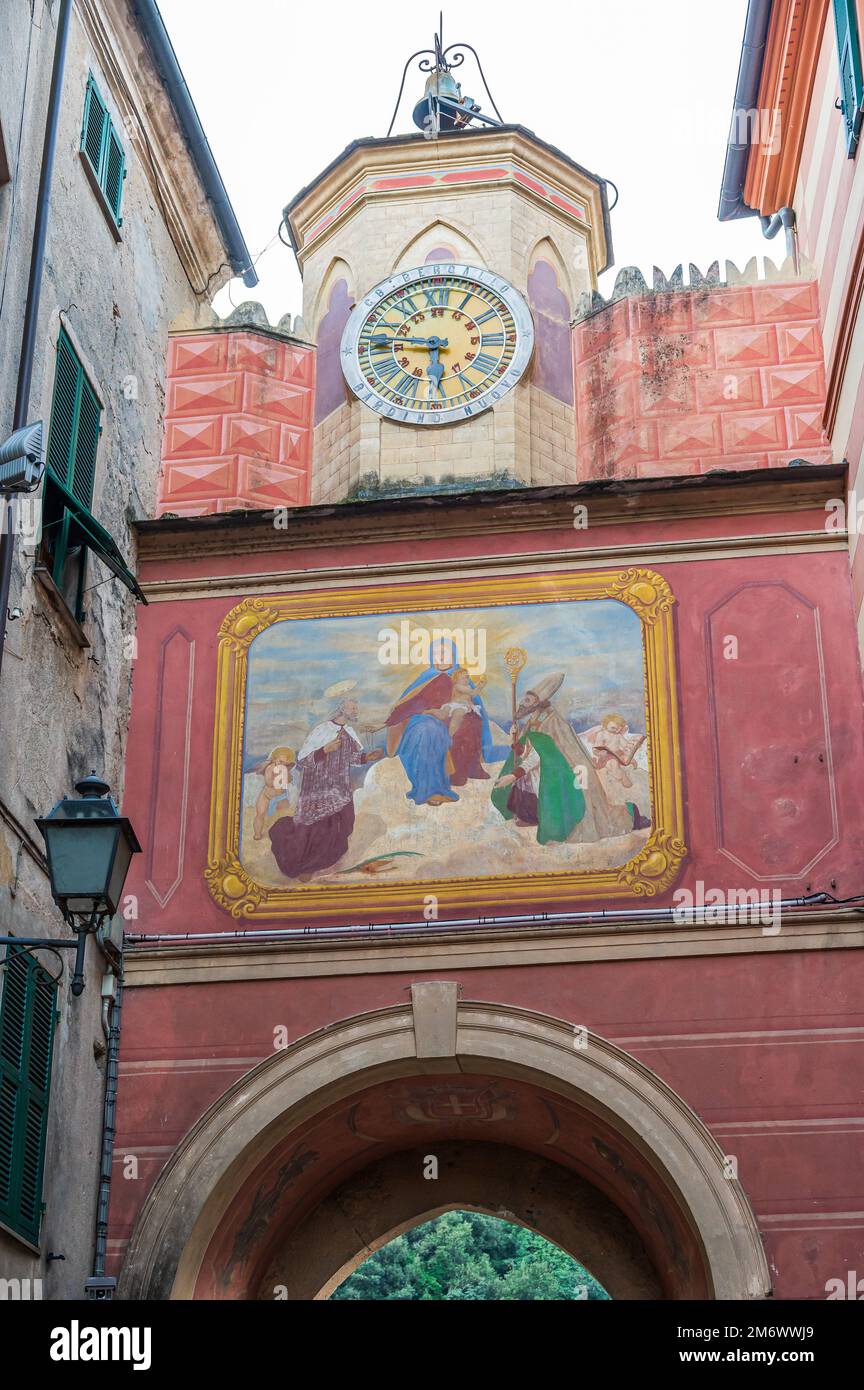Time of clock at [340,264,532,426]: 5:46
